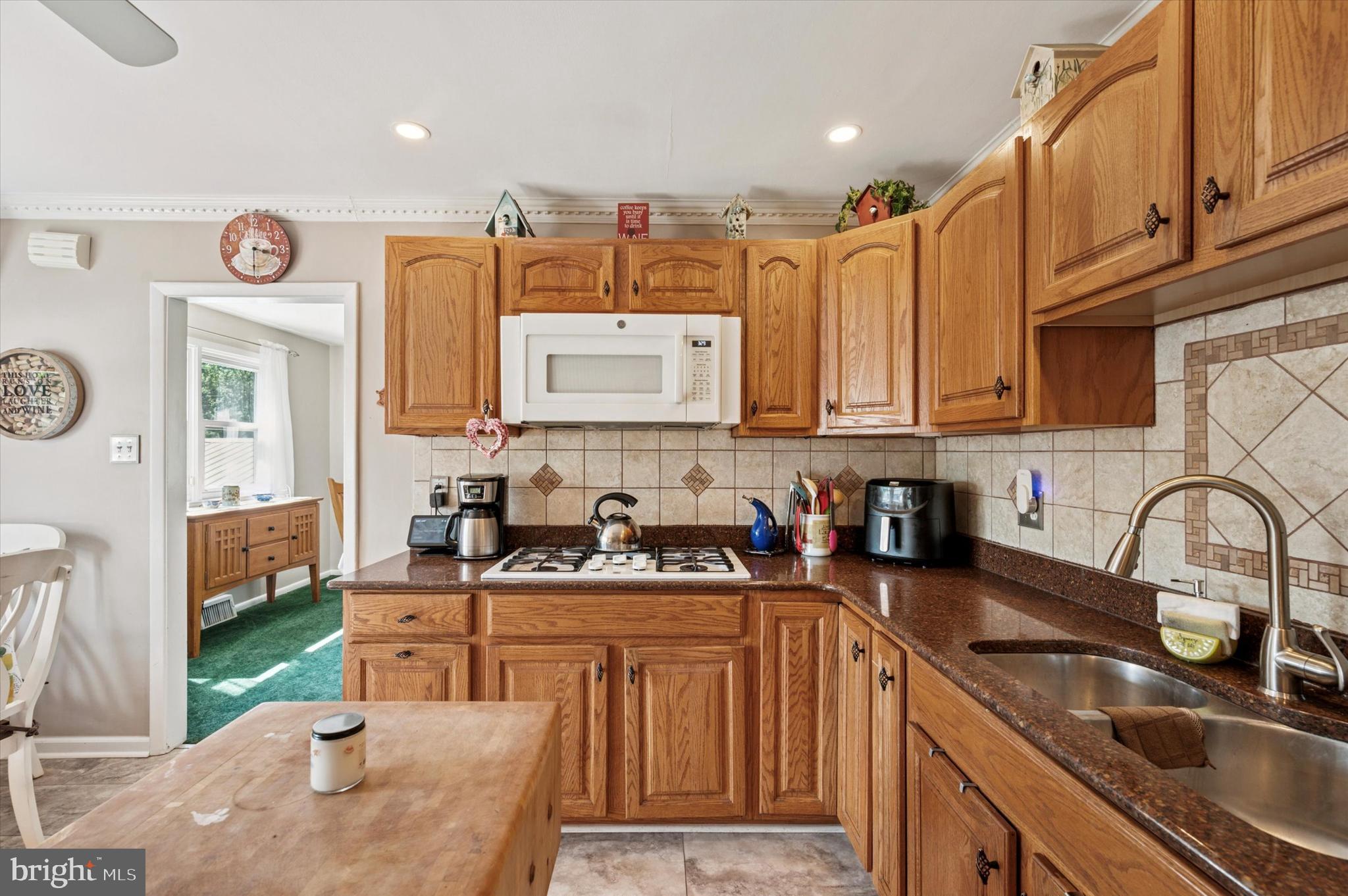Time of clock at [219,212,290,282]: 3:30
